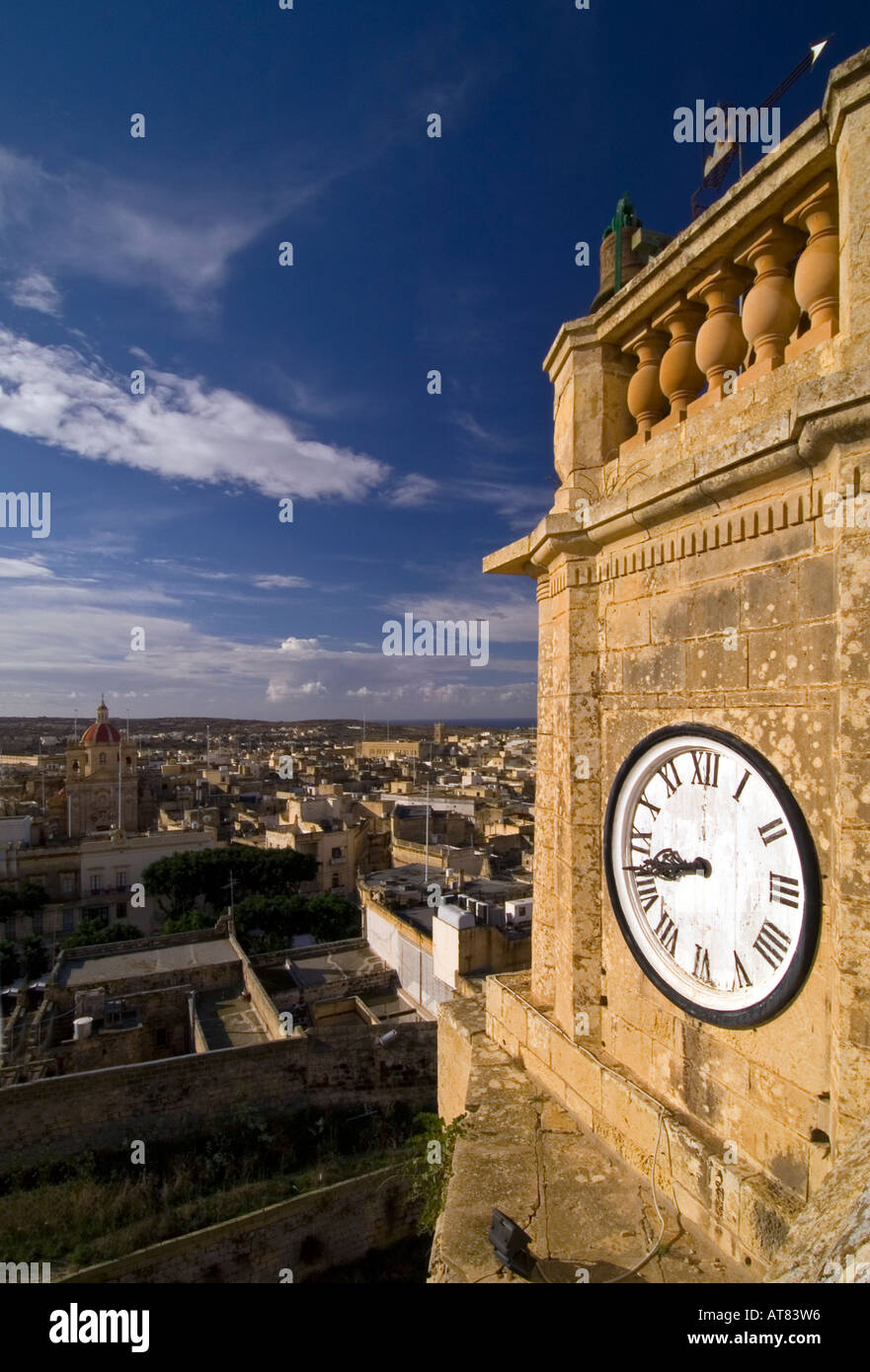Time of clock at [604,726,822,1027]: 8:42
